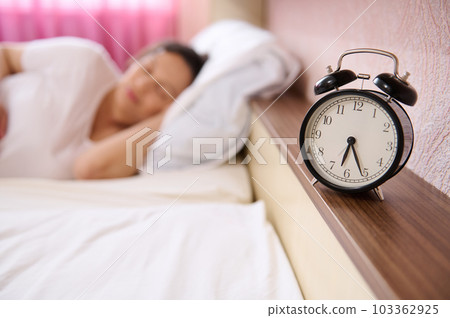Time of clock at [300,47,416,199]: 6:26
